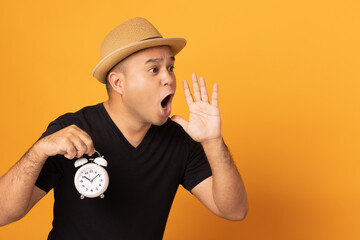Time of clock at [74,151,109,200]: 10:08
